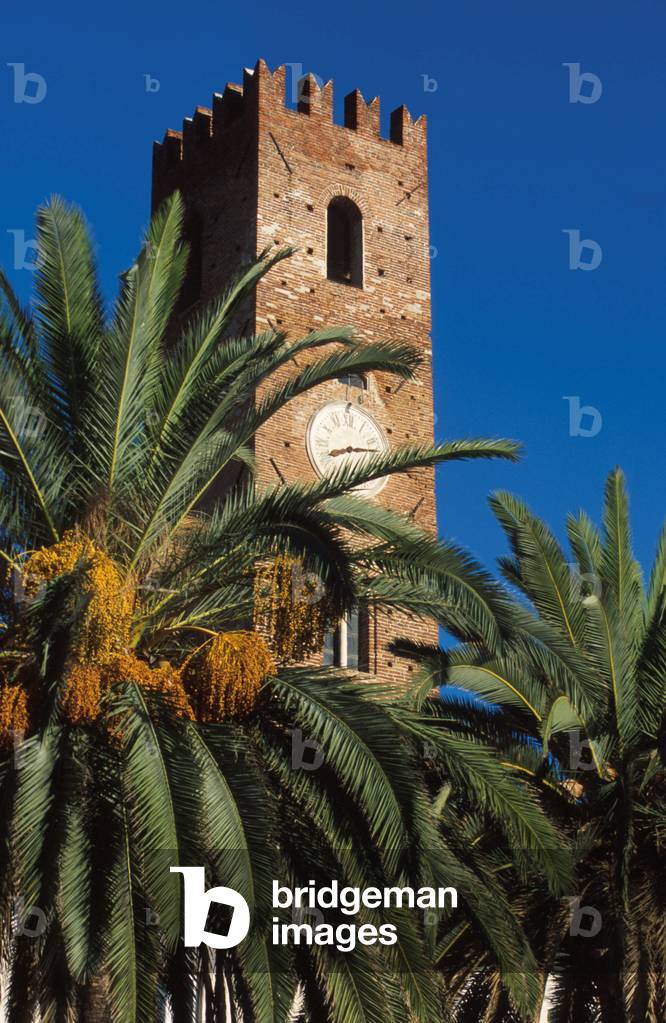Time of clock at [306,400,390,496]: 8:14
